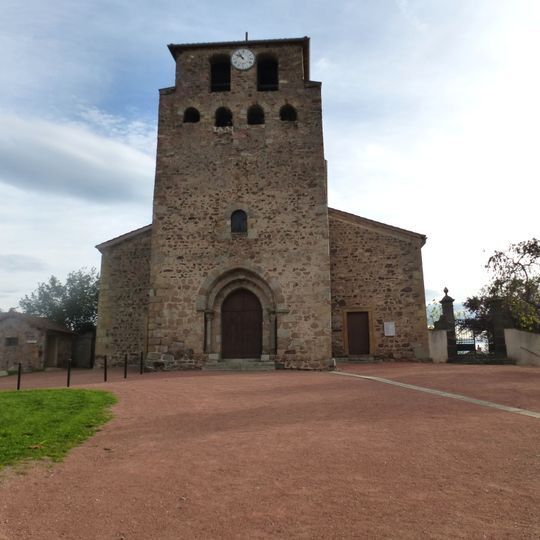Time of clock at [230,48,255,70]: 10:51
